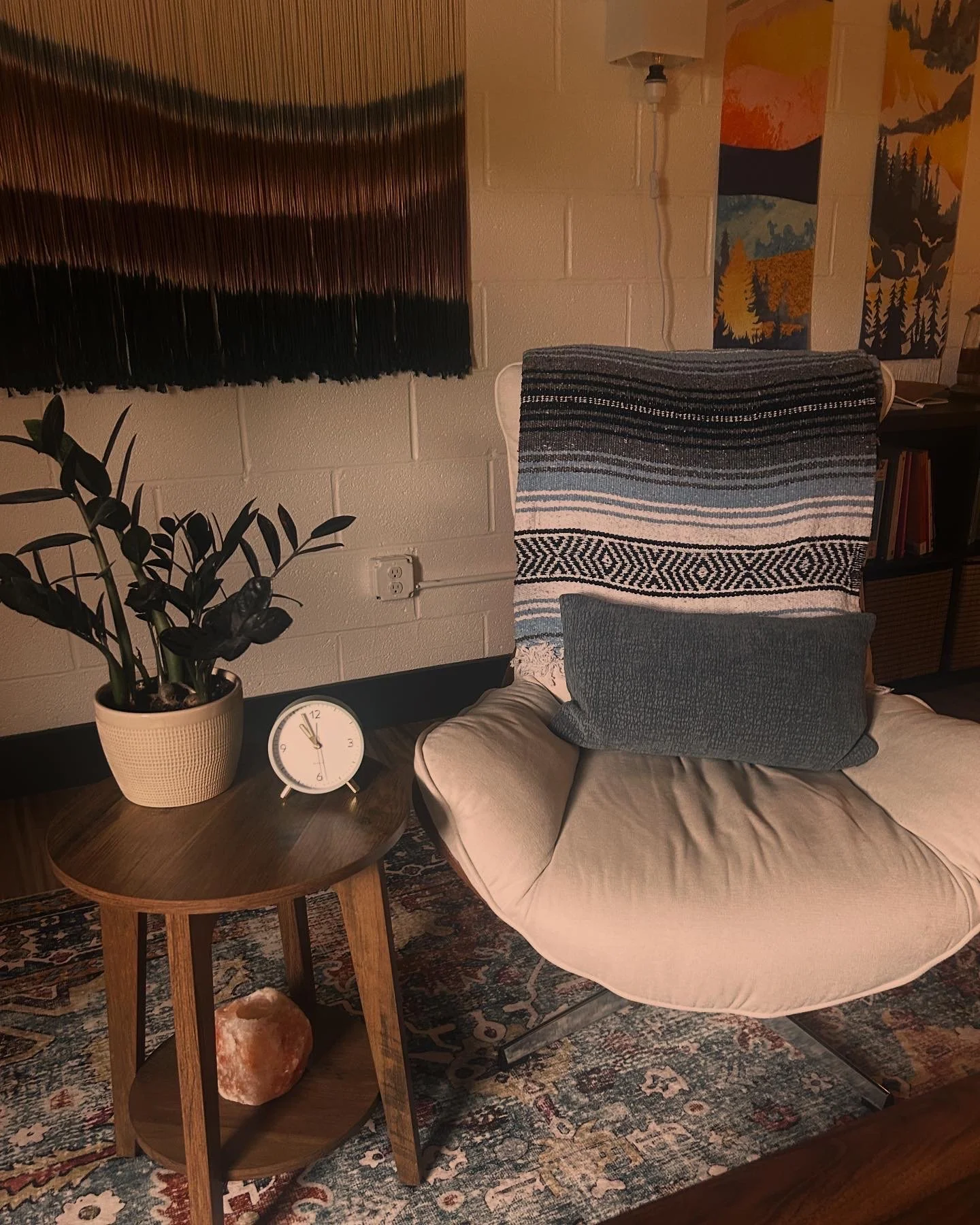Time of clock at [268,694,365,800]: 10:56
